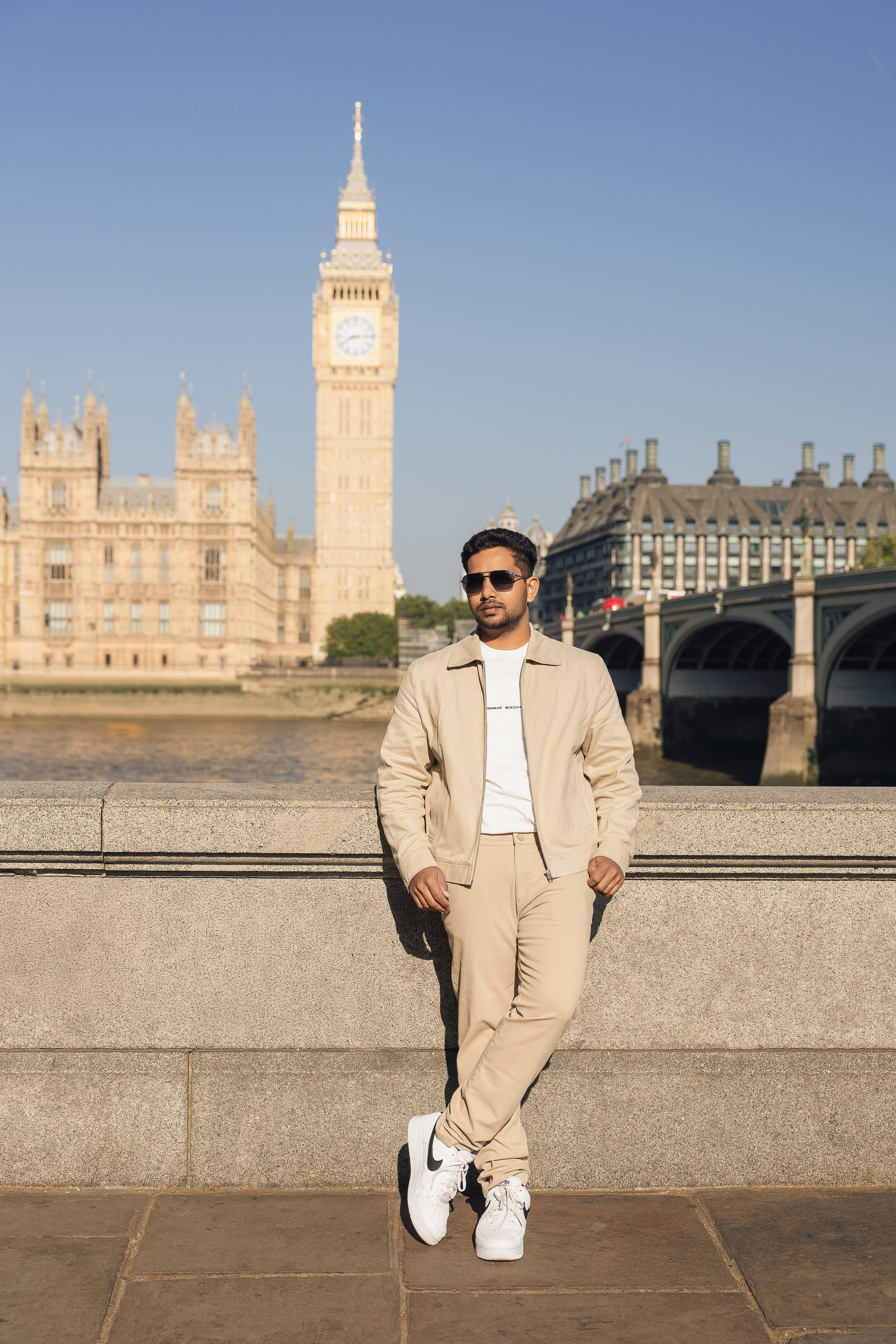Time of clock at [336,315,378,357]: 8:14
